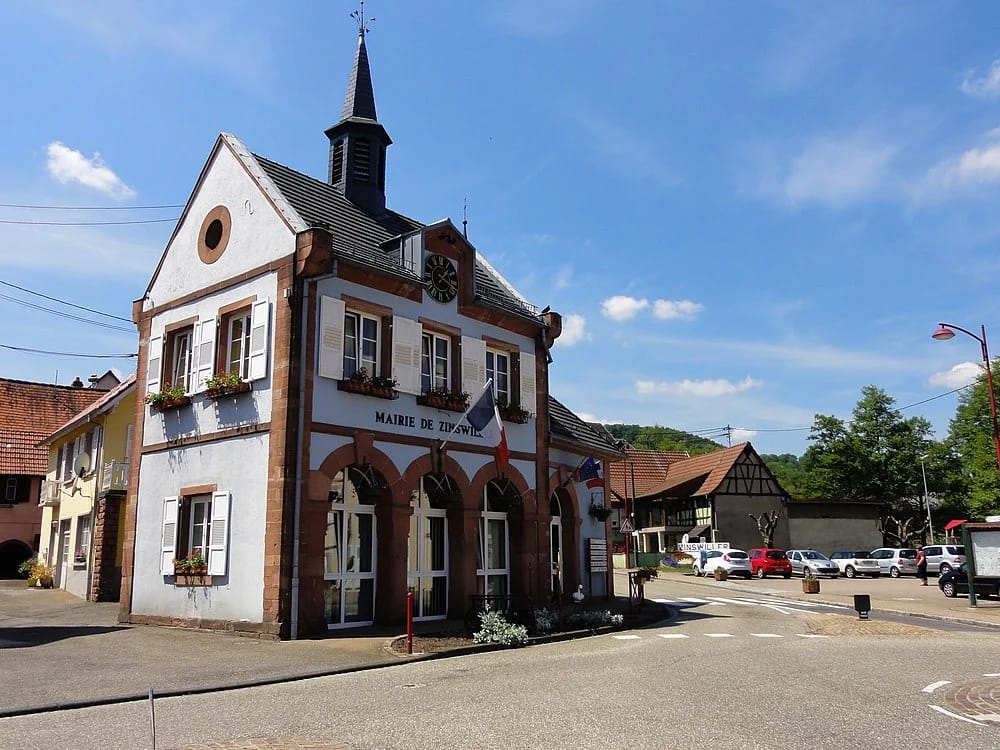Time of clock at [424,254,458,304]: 1:18
